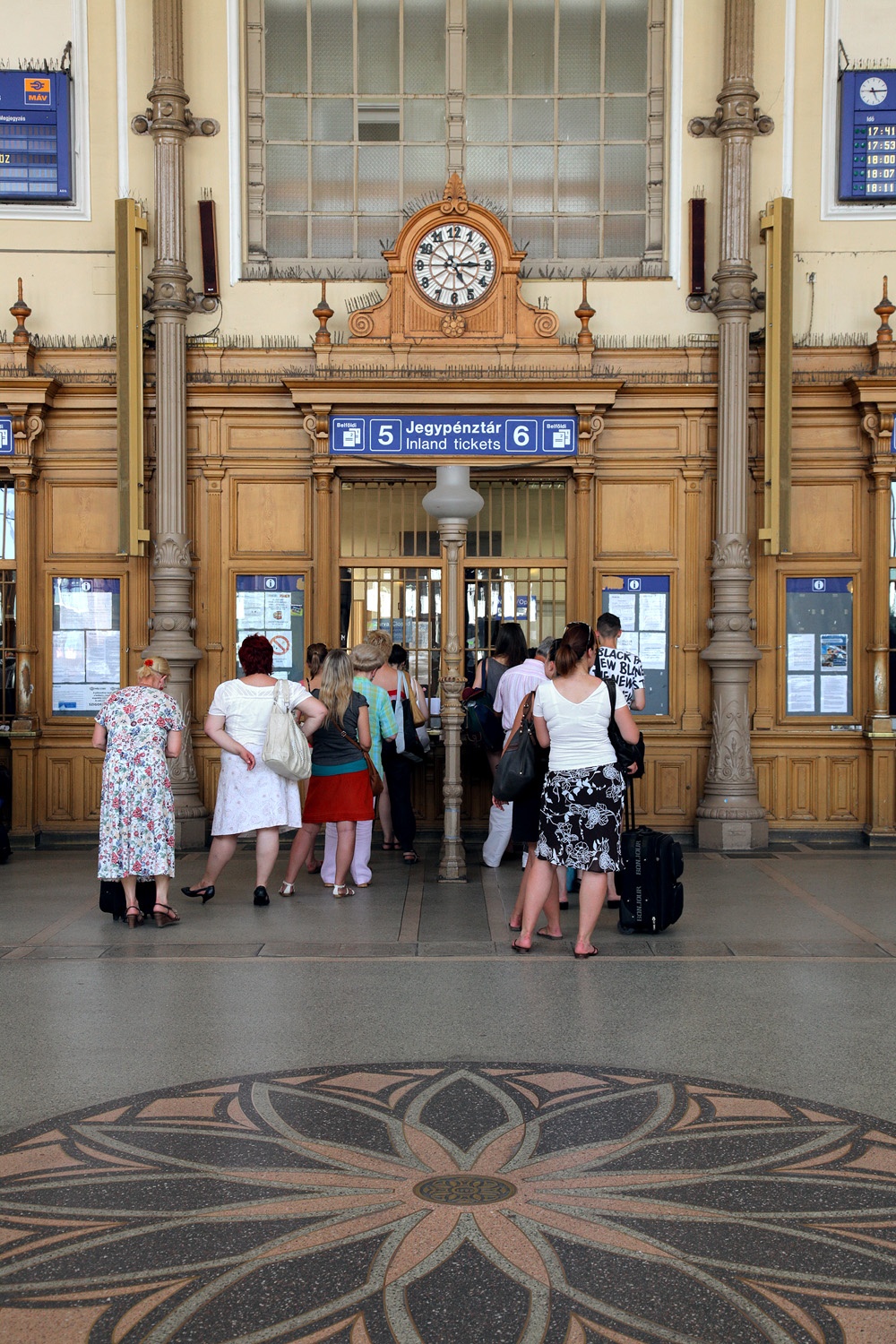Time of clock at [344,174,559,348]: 5:14
